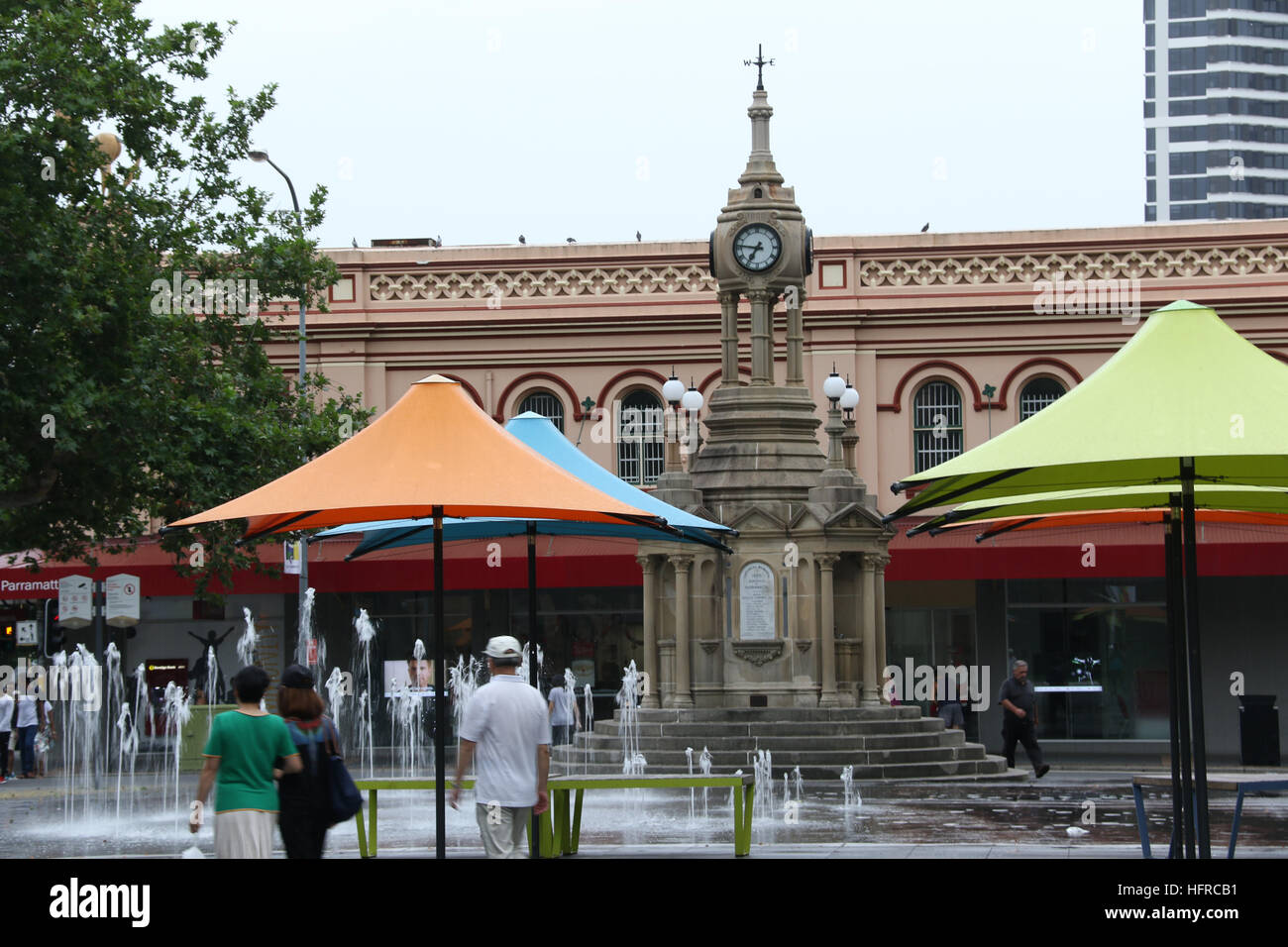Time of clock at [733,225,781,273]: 6:46
